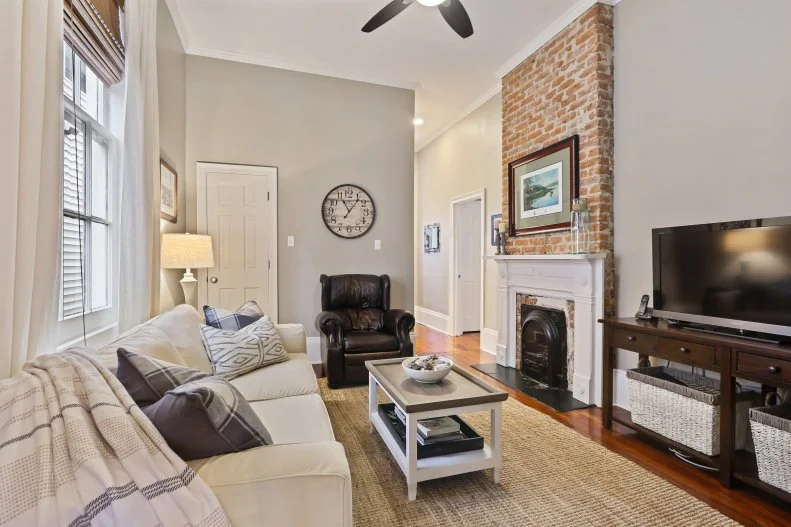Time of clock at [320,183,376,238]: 11:06
